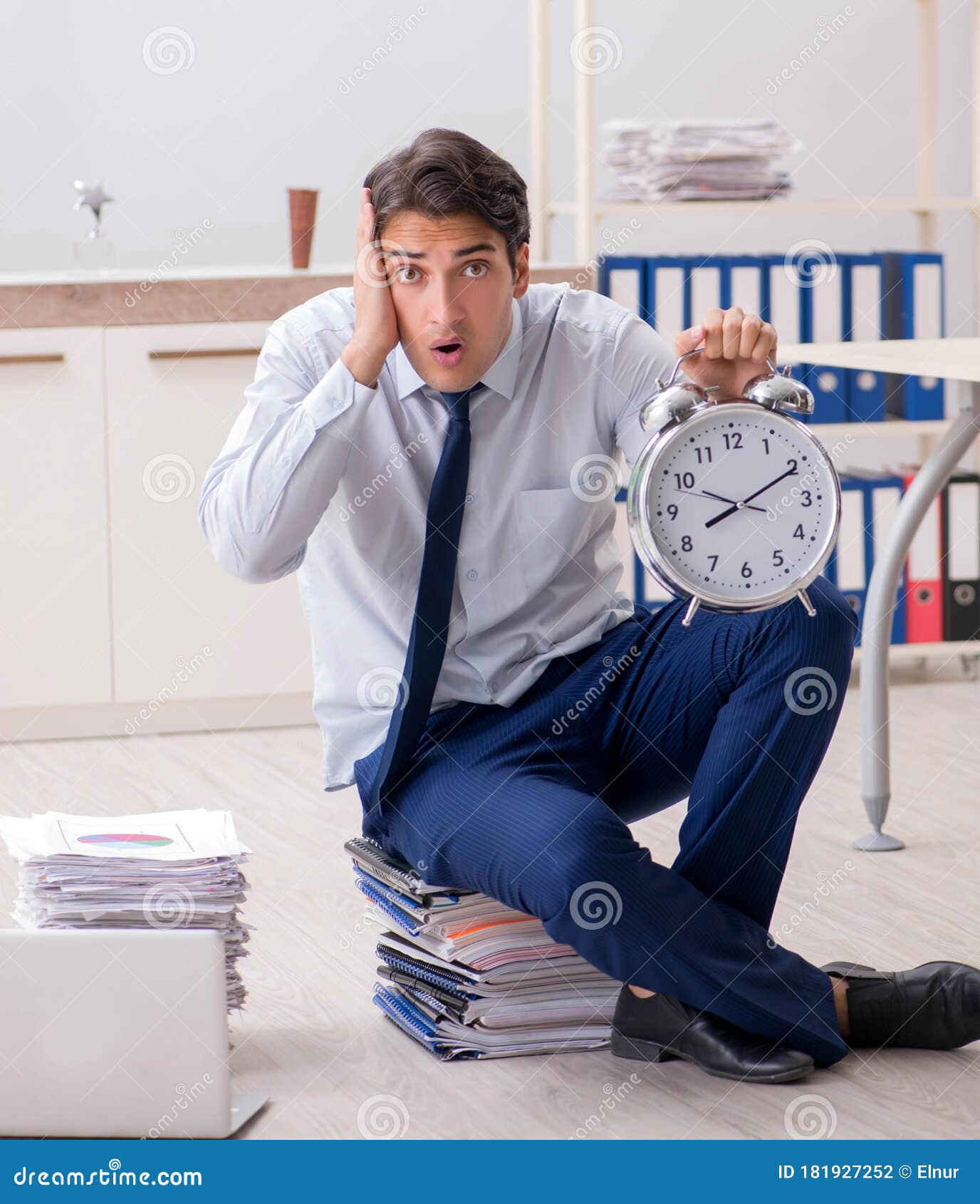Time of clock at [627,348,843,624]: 8:10
